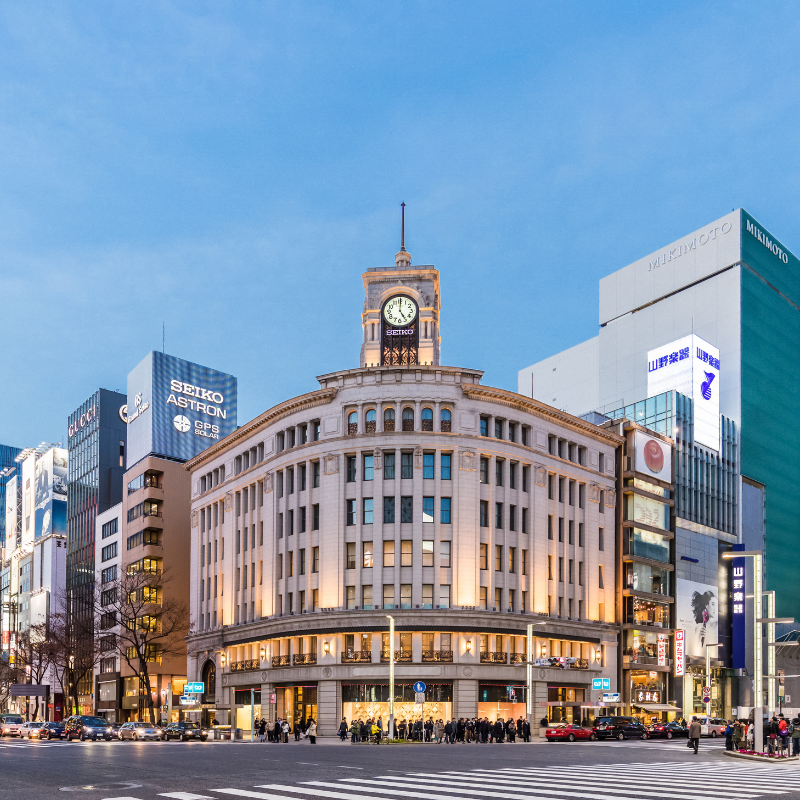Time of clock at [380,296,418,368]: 5:00
